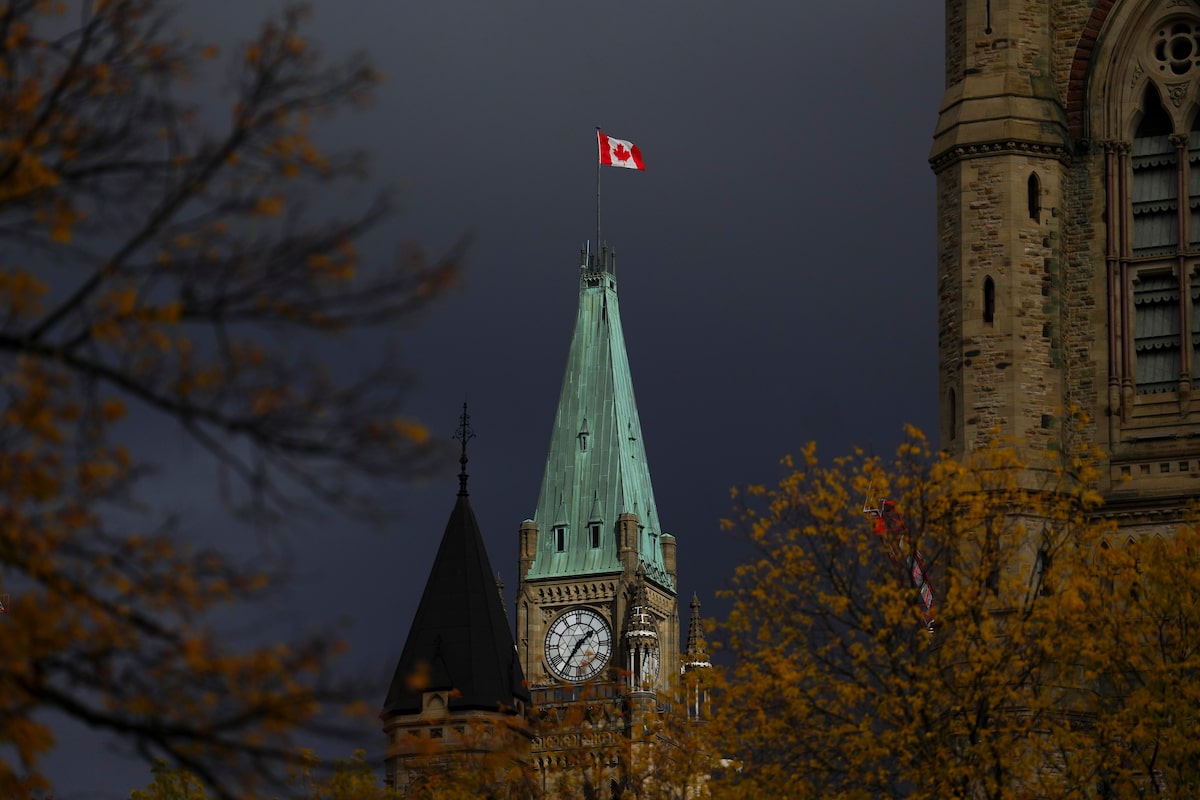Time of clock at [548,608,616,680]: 1:36
